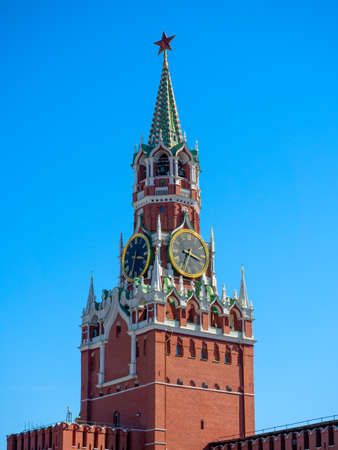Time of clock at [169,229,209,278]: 3:34
